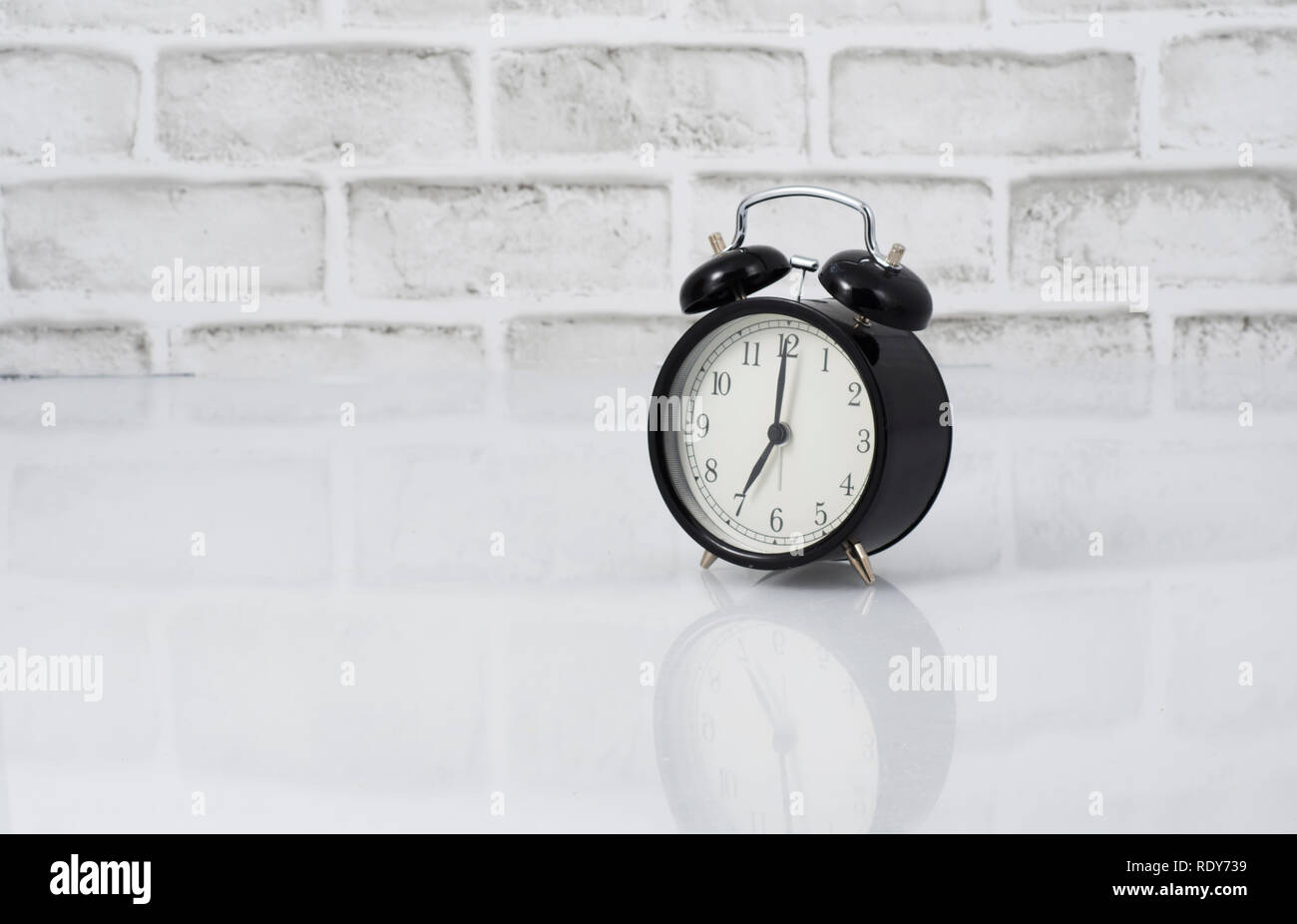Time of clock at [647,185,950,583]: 7:00
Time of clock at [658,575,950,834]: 5:55
